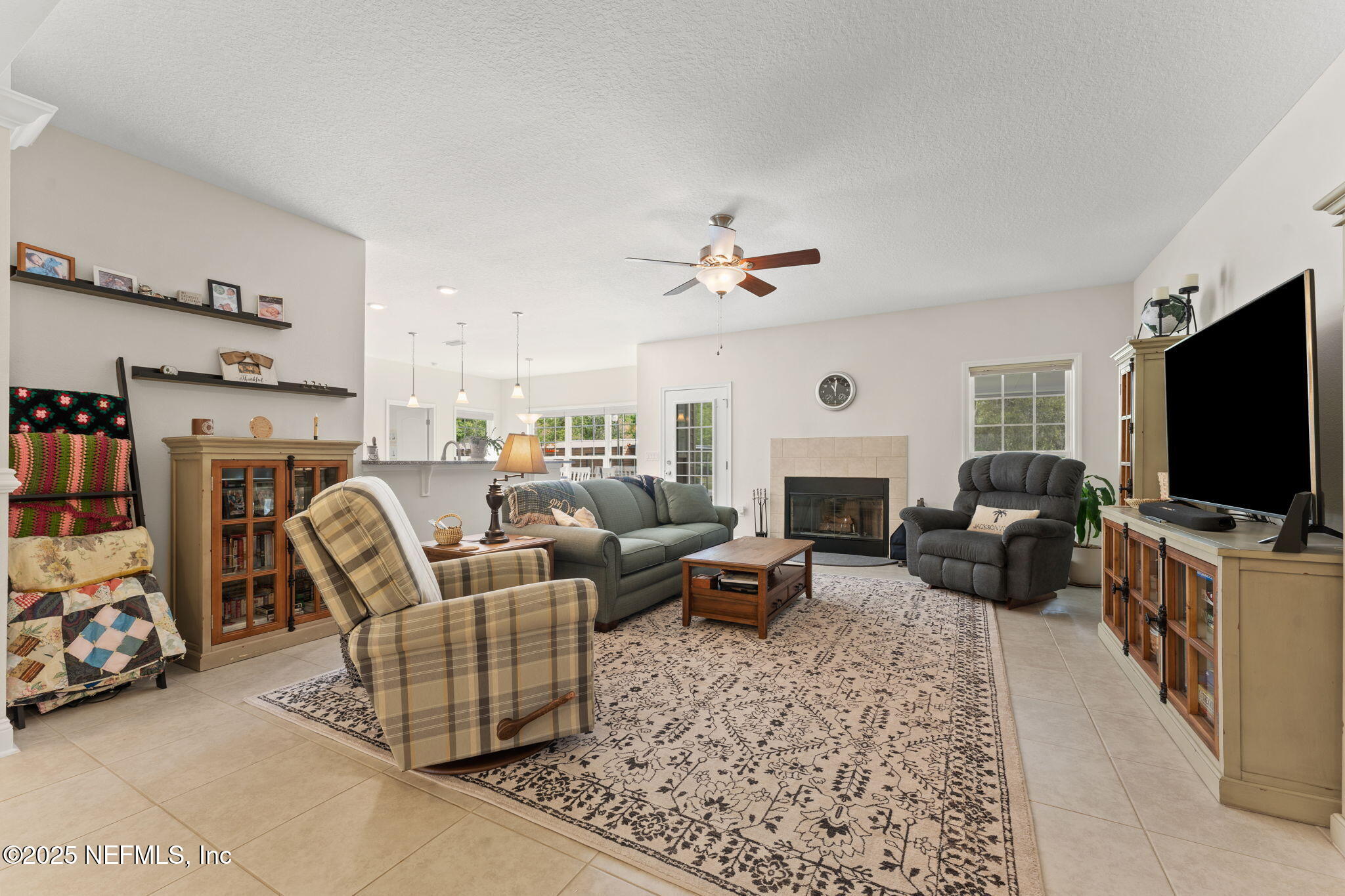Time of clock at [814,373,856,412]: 11:01
